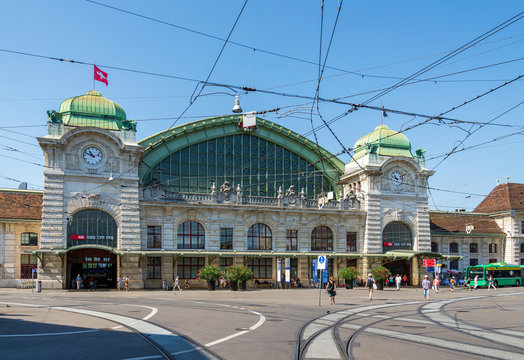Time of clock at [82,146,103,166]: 10:48
